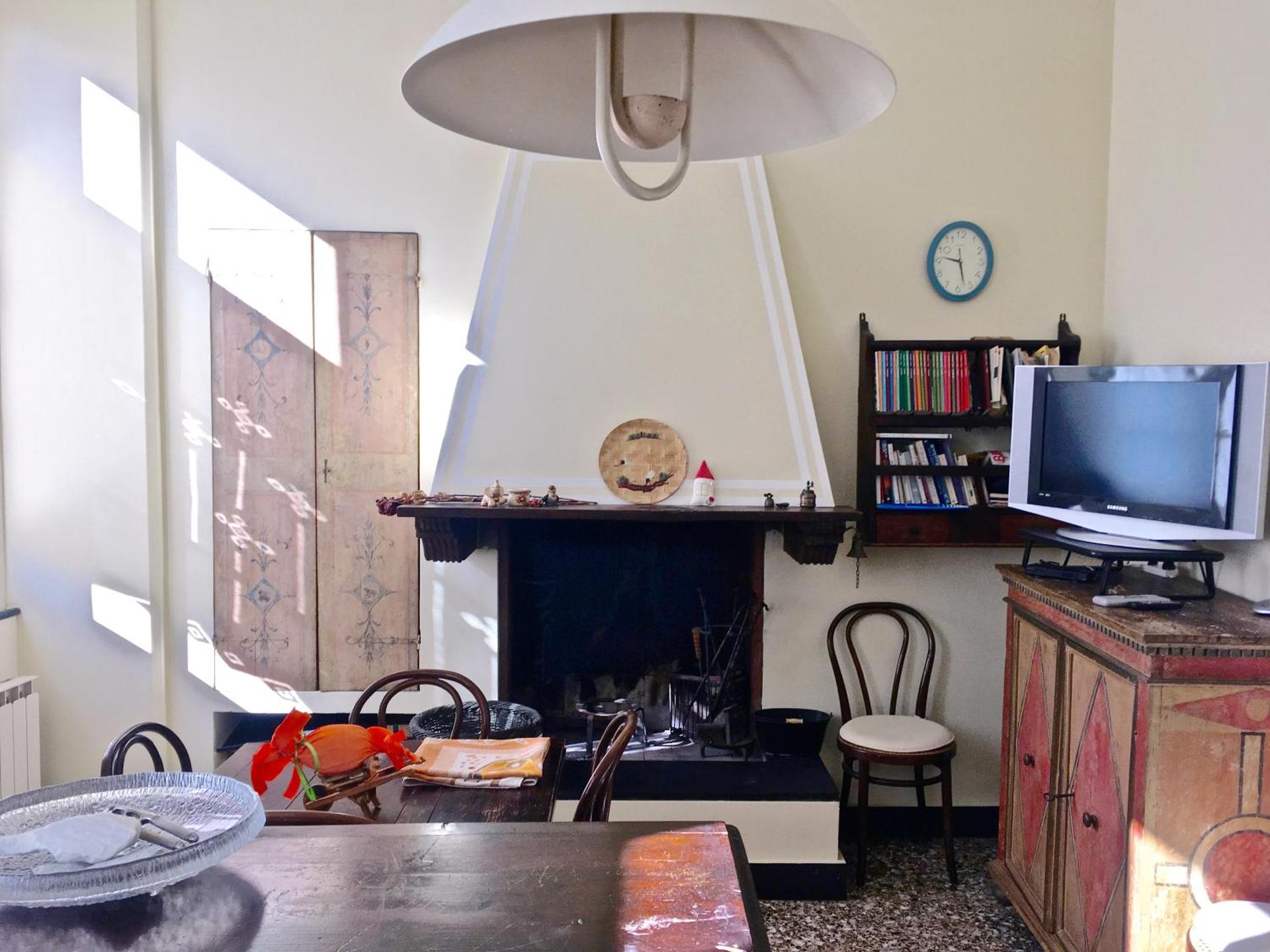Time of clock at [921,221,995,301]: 9:27
